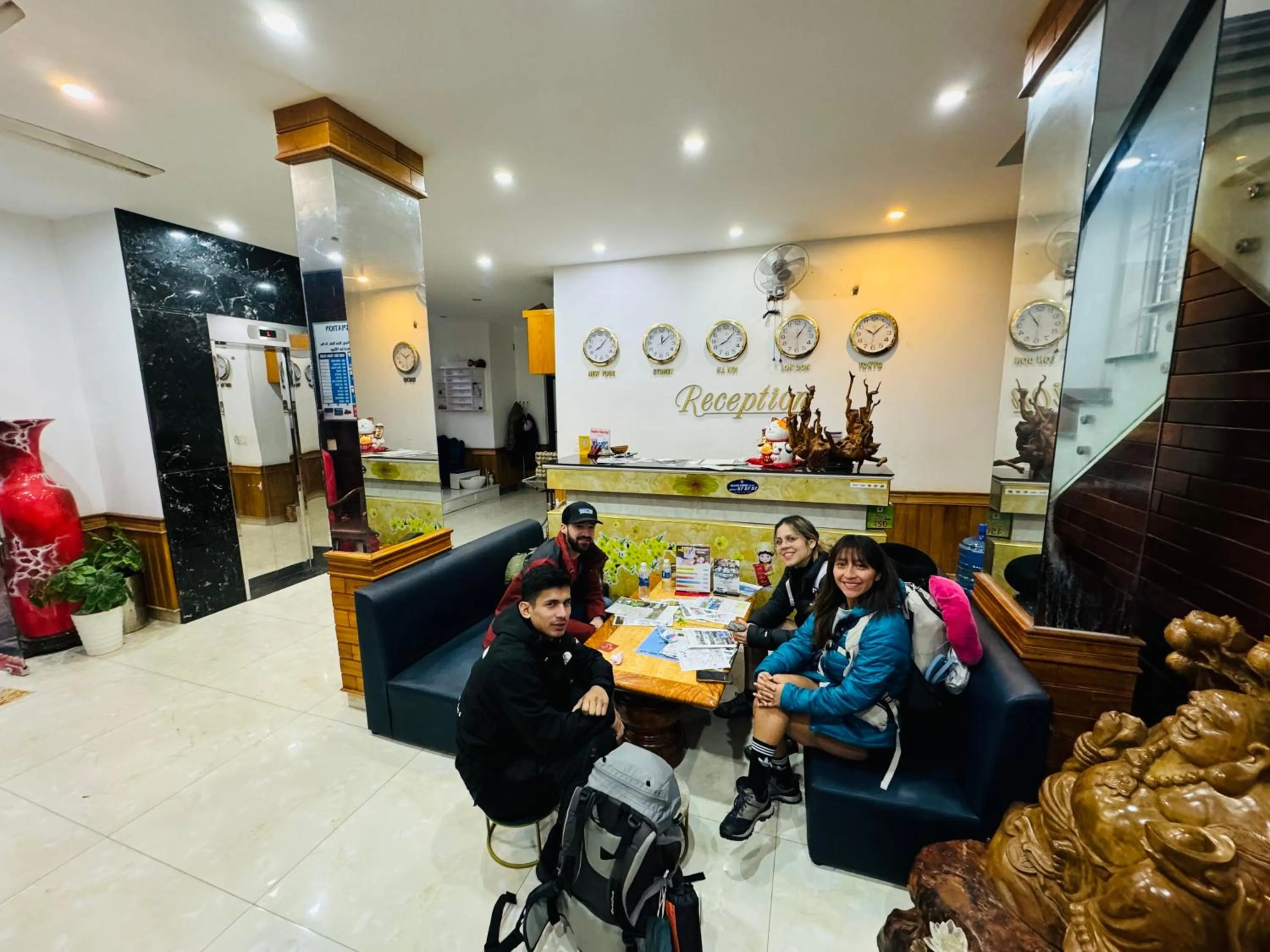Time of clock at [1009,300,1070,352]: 10:54
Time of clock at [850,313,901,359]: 10:07
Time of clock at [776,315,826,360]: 1:05
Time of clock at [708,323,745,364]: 8:07
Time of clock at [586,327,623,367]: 8:07
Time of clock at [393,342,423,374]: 1:51
